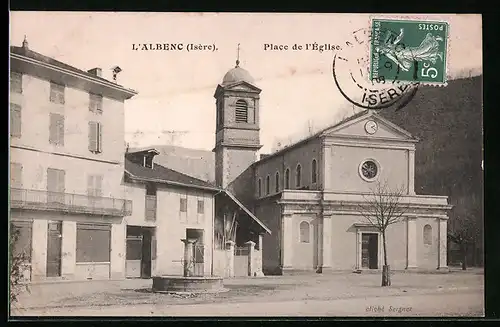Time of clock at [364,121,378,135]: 2:21
